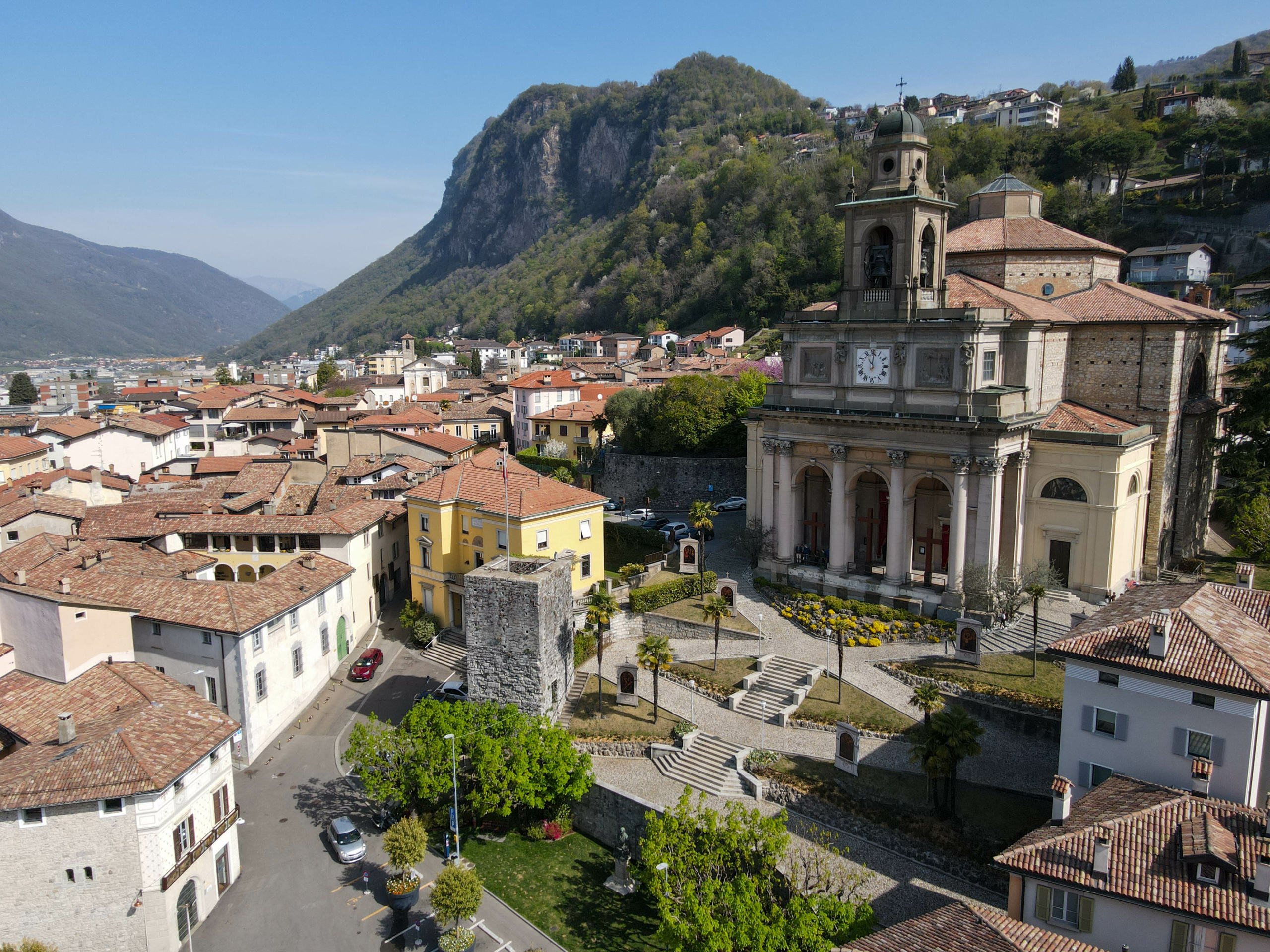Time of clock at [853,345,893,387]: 11:01
